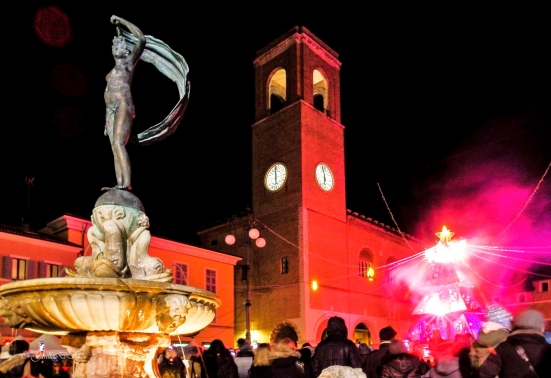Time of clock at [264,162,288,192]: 5:59
